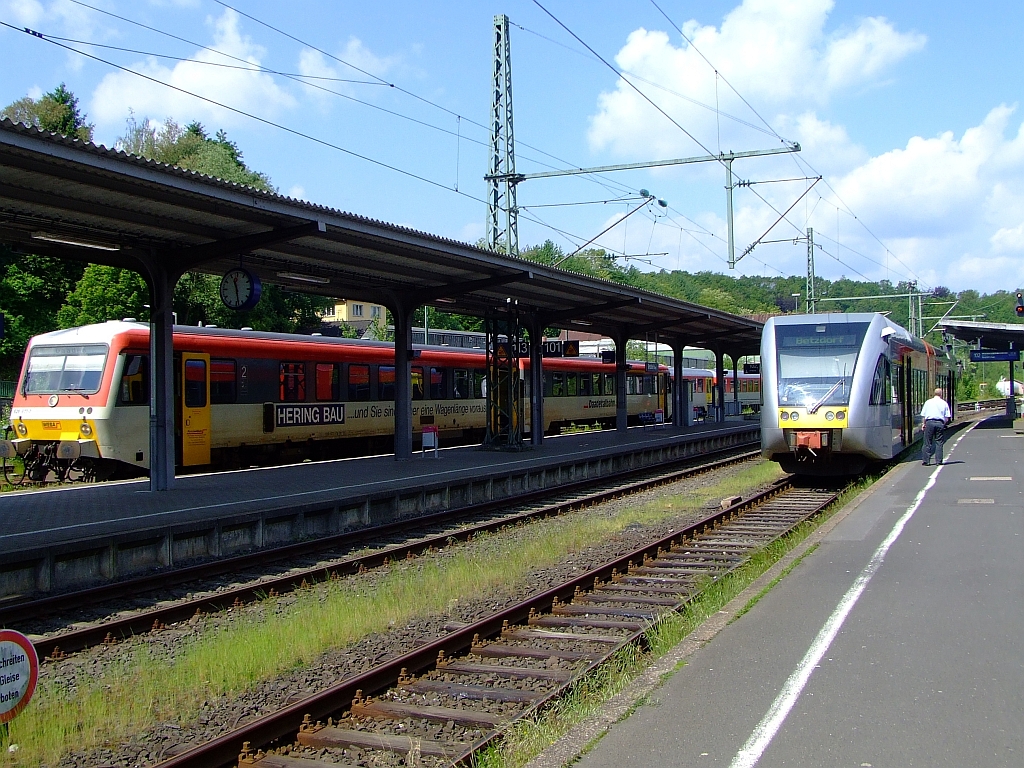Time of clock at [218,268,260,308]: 11:28
